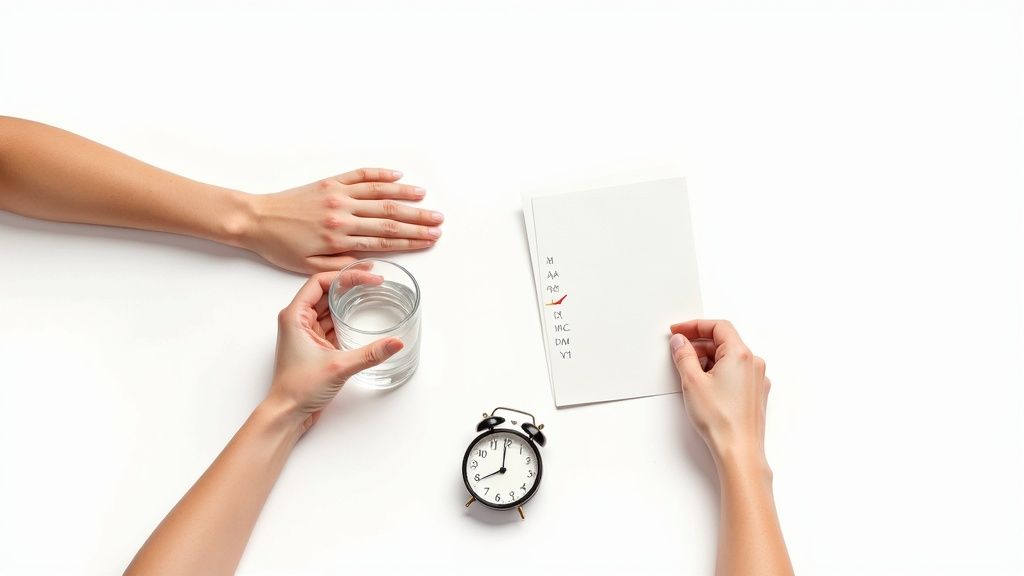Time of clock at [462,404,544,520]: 7:59
